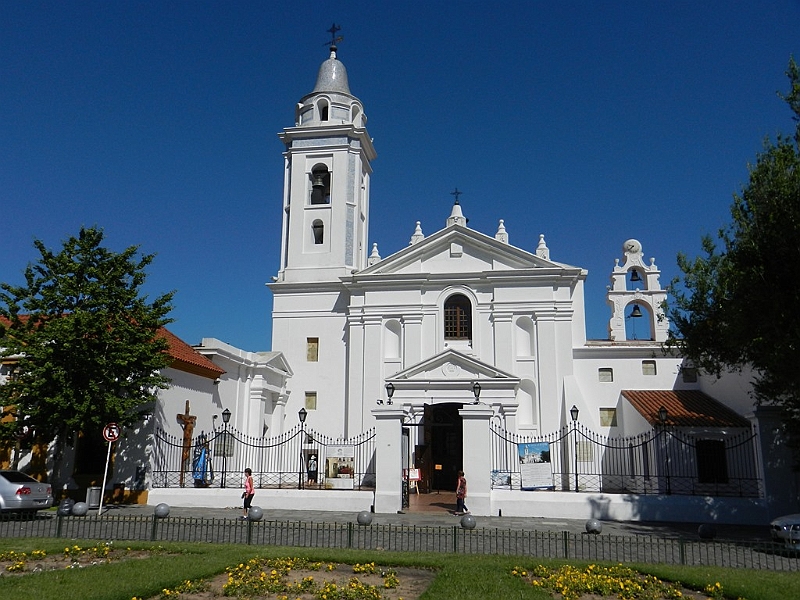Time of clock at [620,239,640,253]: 9:38
